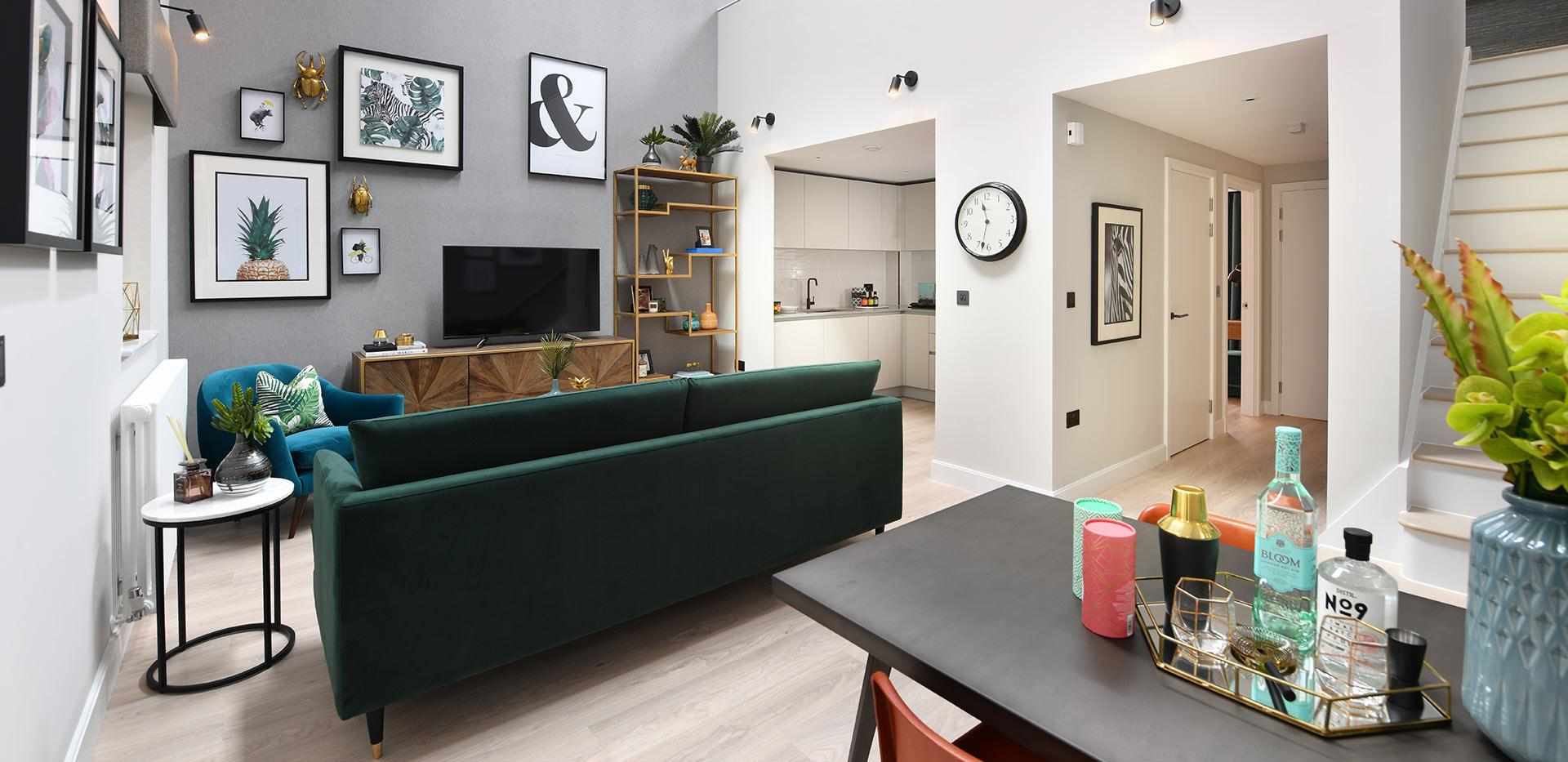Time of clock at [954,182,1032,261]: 11:32
